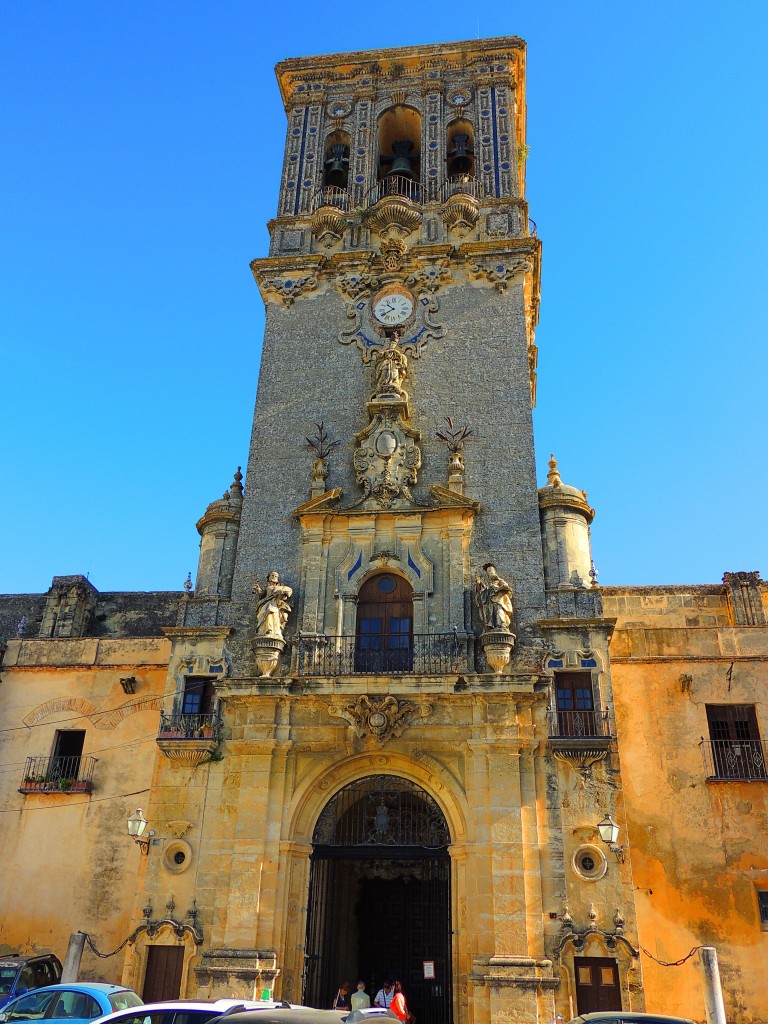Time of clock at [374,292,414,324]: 10:39
